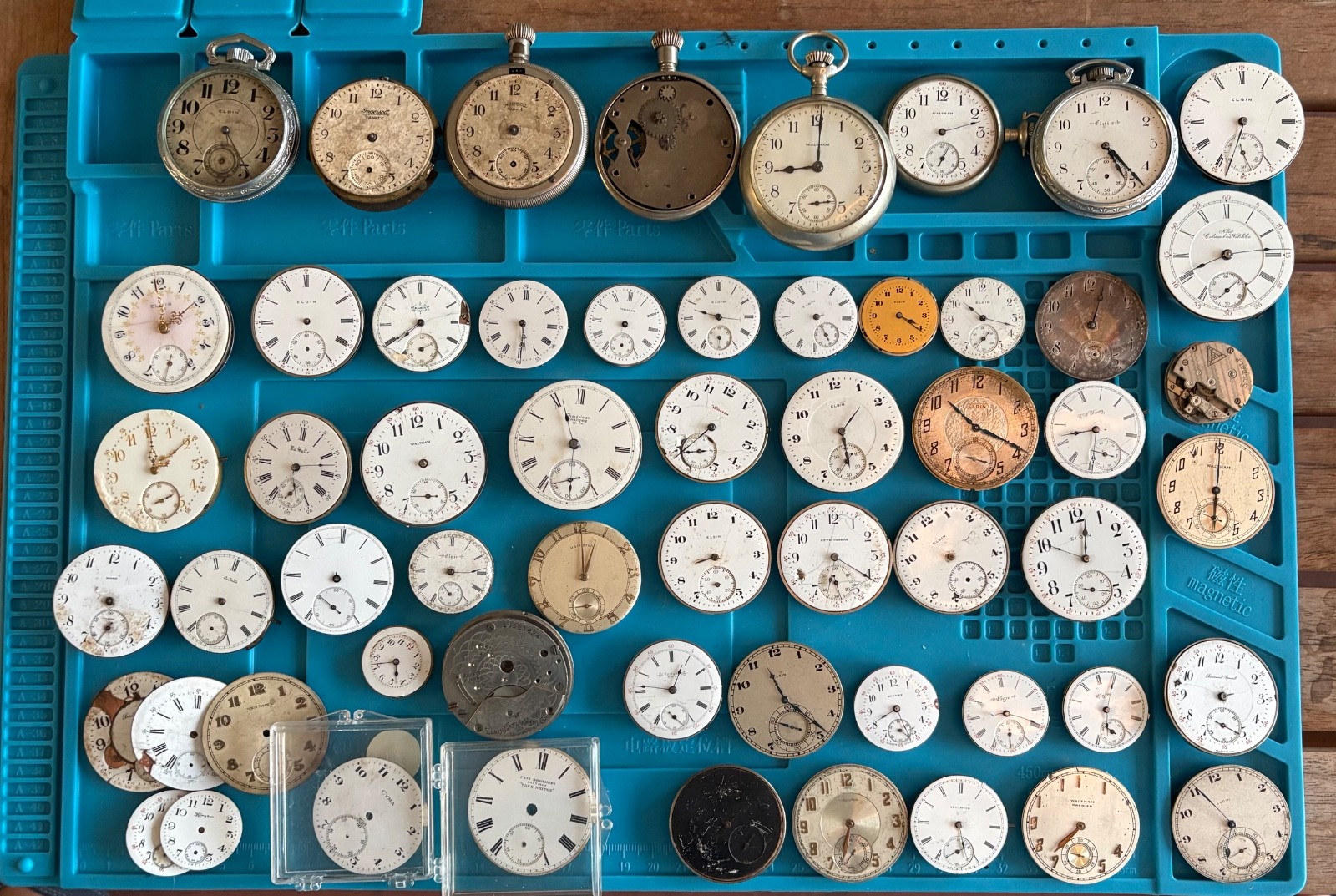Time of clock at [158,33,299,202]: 5:24
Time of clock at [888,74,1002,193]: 6:12
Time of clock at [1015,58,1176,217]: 5:23
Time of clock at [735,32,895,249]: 9:00
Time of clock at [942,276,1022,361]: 10:17
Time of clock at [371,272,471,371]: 7:39
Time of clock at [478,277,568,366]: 5:29
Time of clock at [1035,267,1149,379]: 1:03
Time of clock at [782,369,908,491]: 1:29
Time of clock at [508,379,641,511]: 5:56
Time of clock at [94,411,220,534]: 2:00
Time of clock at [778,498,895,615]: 6:20
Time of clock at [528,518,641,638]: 1:00
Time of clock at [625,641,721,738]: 12:46
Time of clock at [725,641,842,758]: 11:23
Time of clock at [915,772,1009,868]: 5:27
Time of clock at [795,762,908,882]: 6:32
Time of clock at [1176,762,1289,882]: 6:55
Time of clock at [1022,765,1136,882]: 7:36
